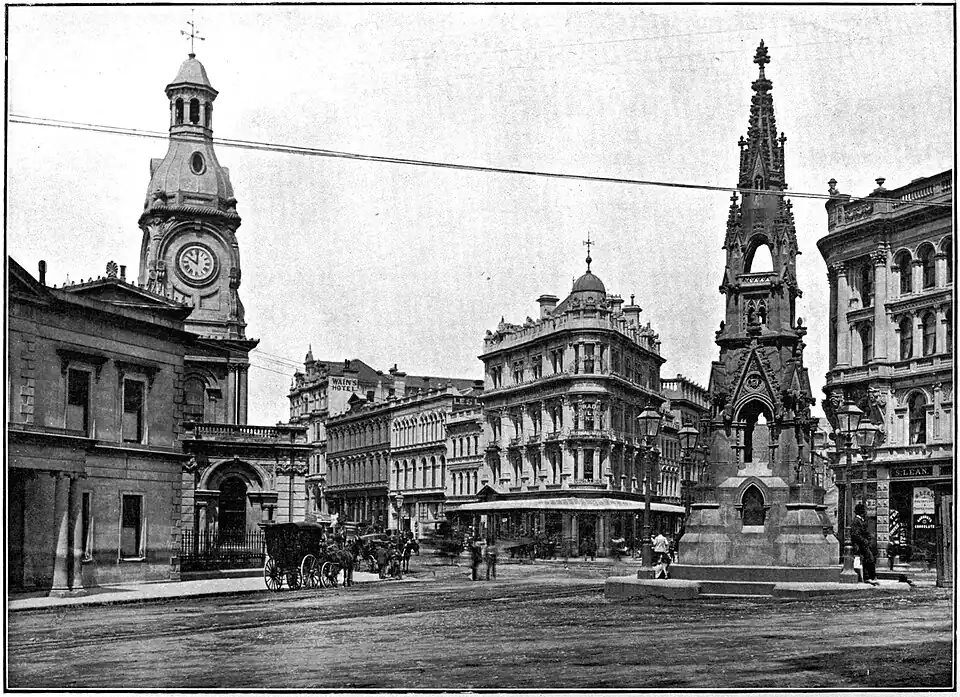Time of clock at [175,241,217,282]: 10:00
